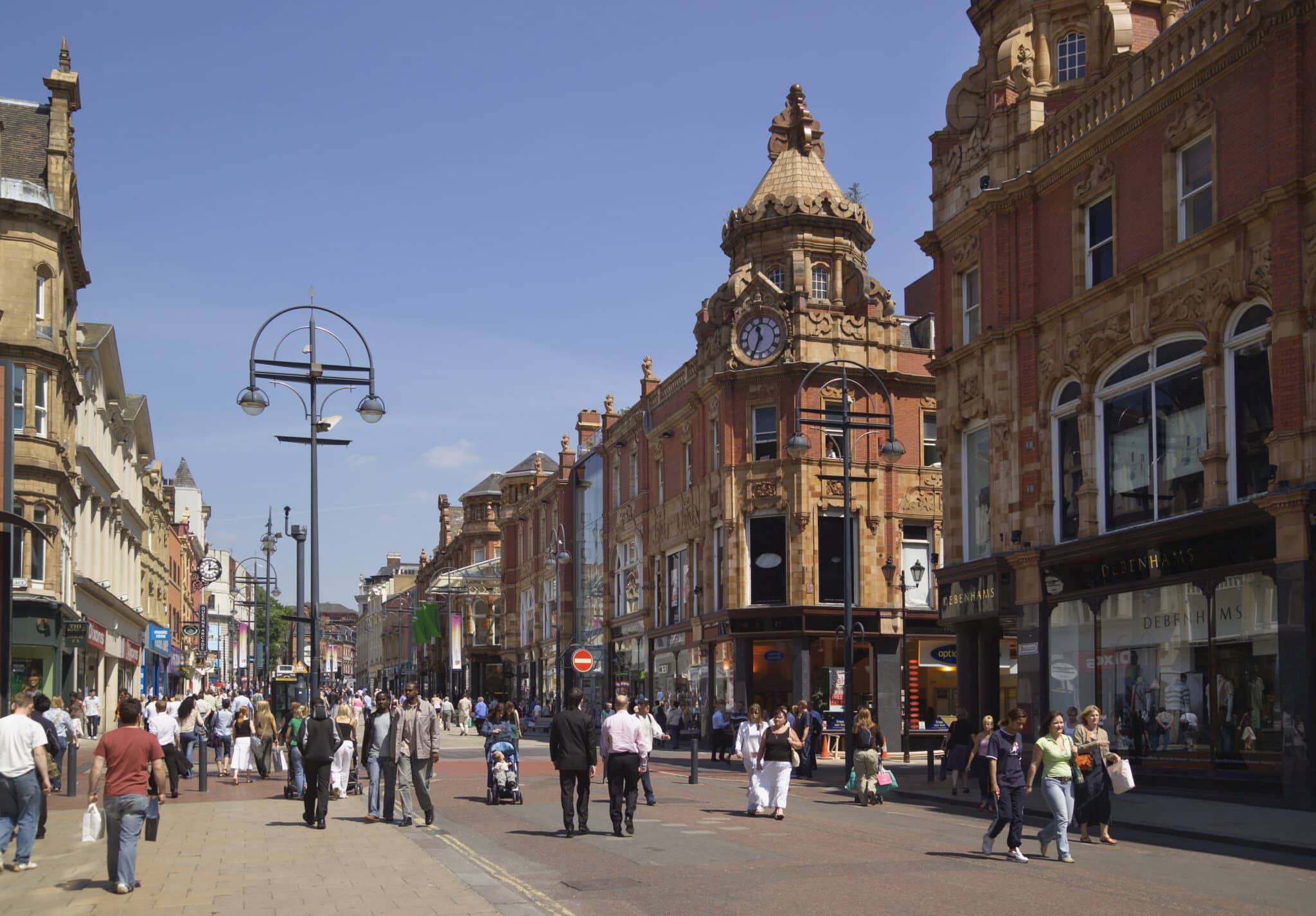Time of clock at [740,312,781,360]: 11:34
